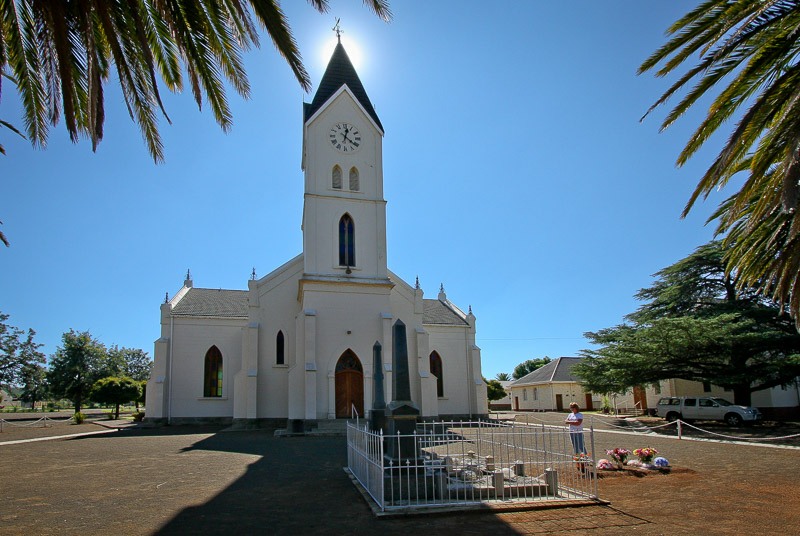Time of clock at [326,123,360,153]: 12:21
